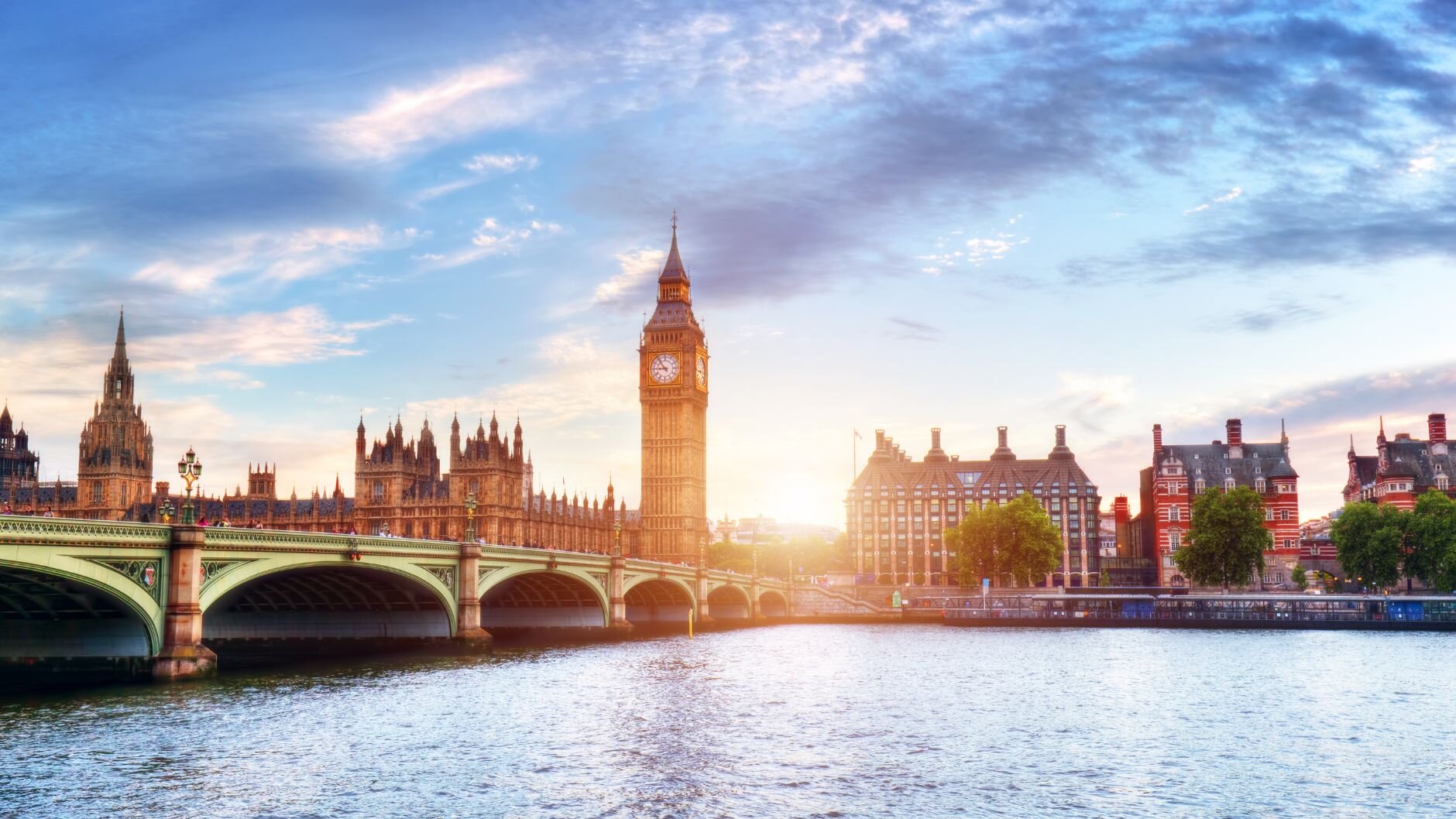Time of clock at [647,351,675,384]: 8:53
